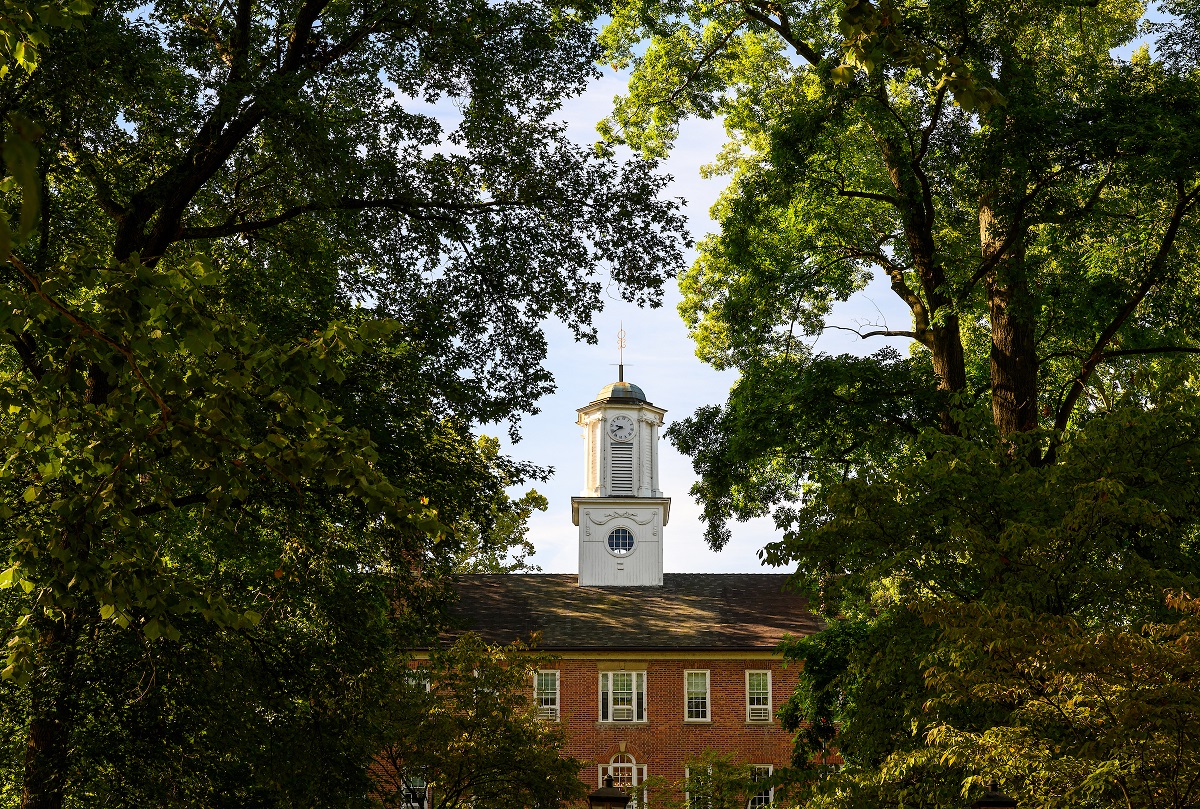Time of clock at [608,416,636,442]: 8:38
